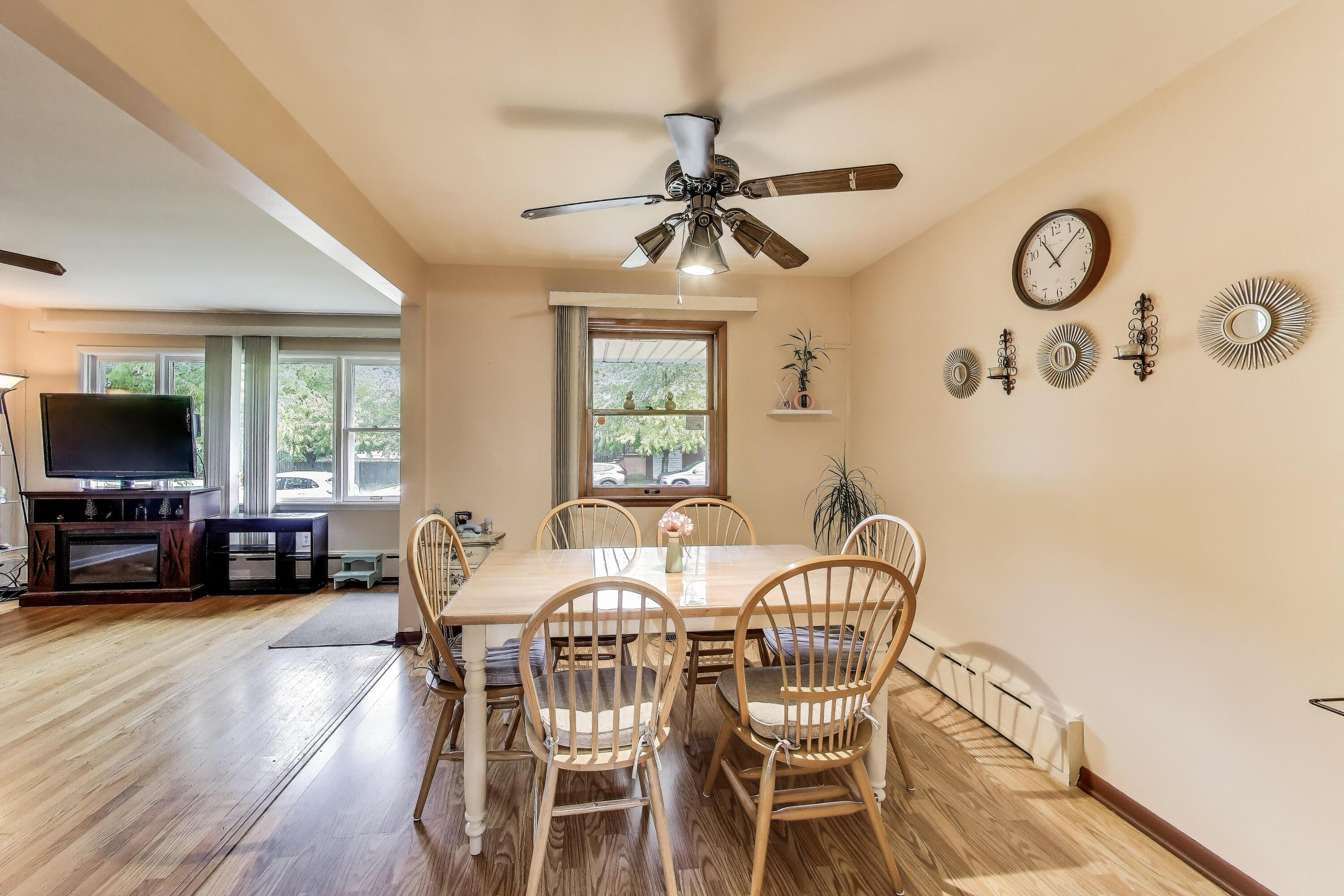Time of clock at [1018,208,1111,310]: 11:08
